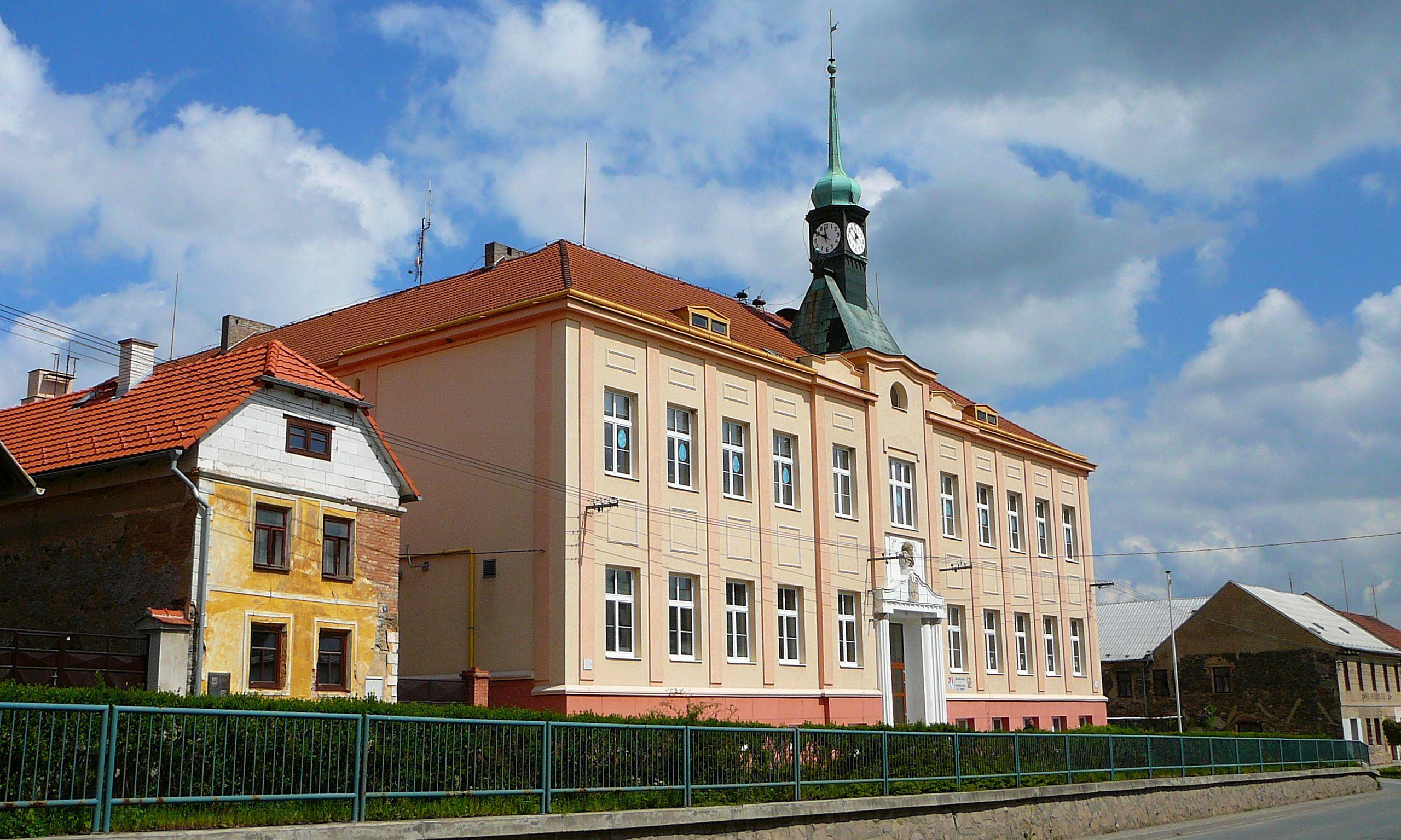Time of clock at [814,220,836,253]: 11:50
